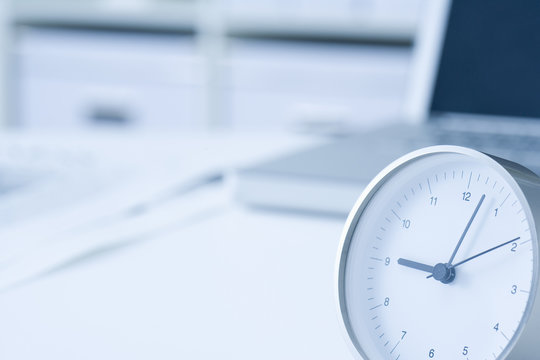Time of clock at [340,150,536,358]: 9:02
